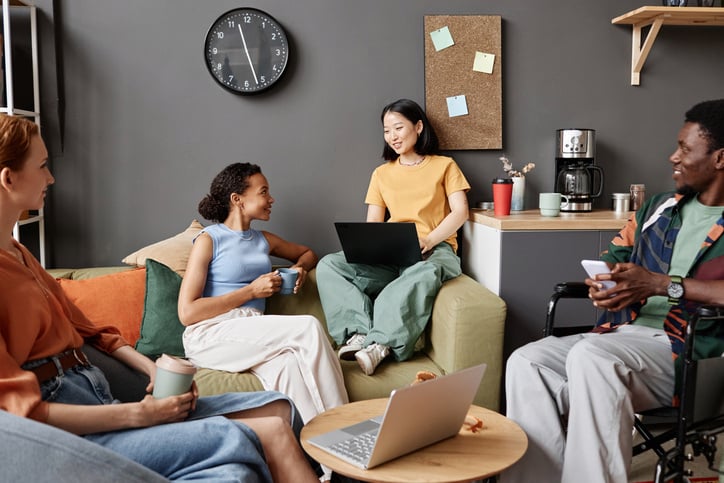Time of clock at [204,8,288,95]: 11:26
